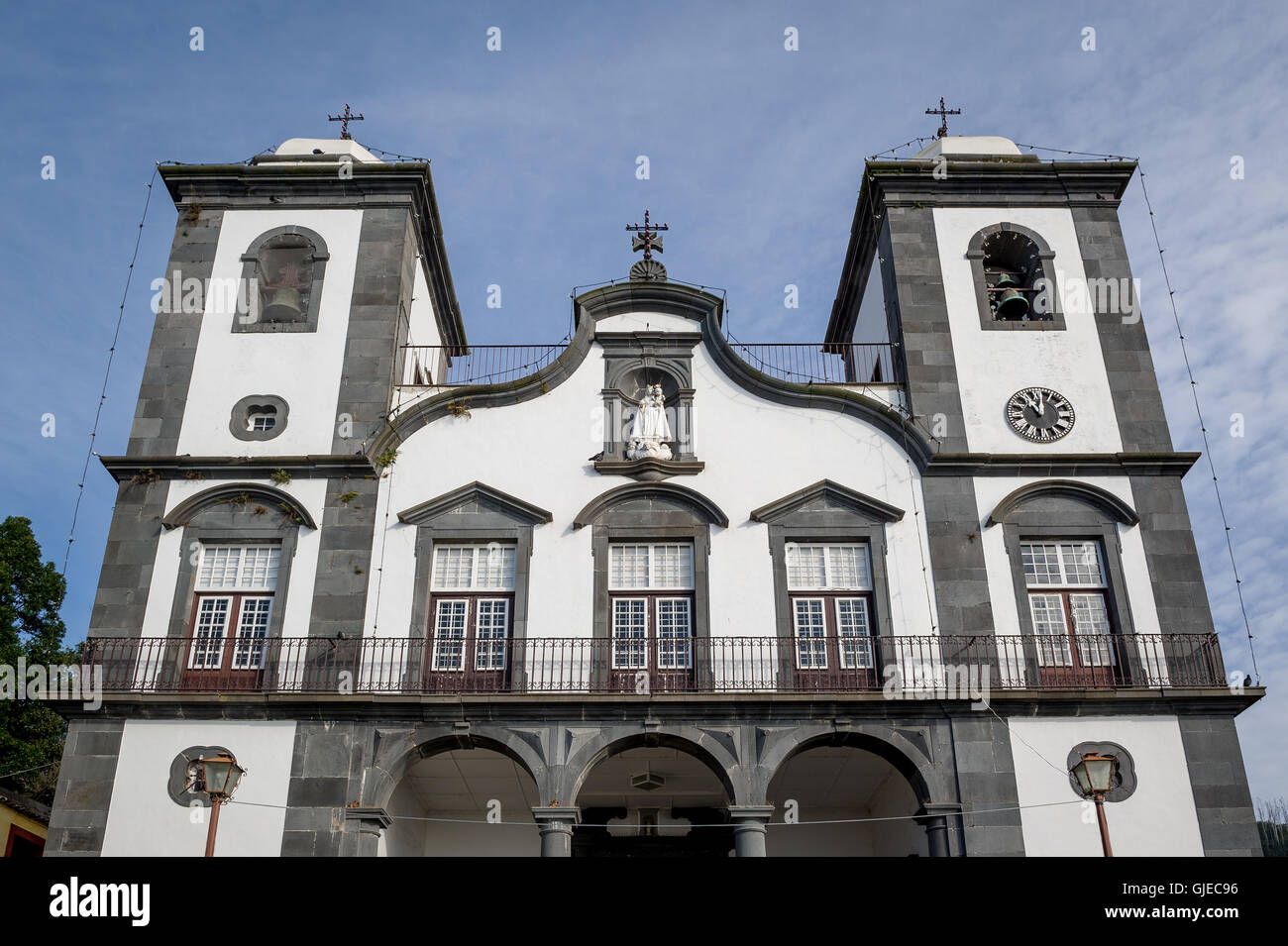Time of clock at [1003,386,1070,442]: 11:01
